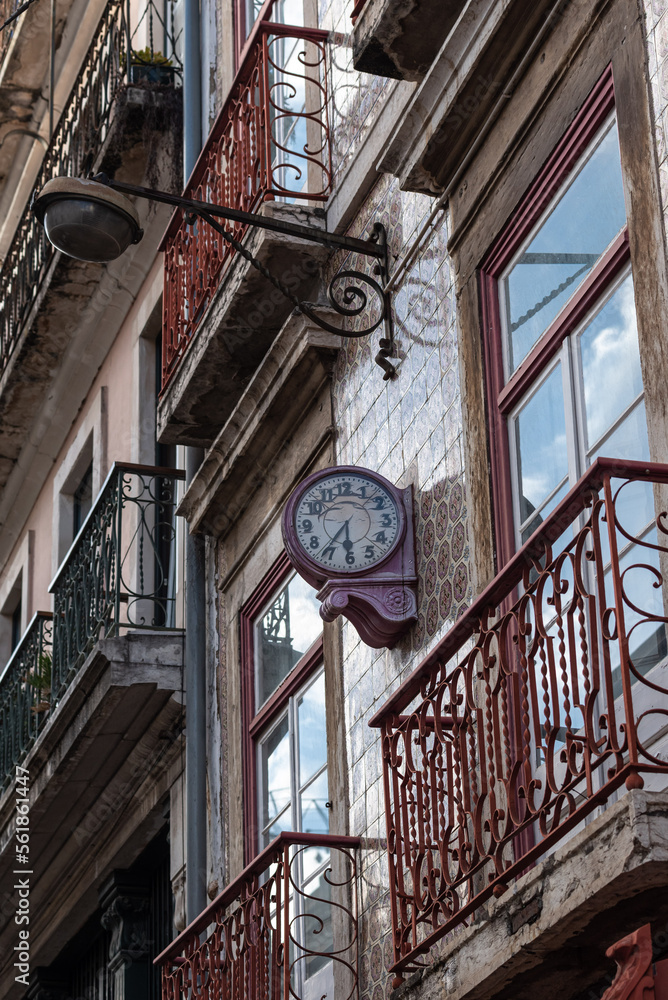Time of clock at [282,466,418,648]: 6:36
